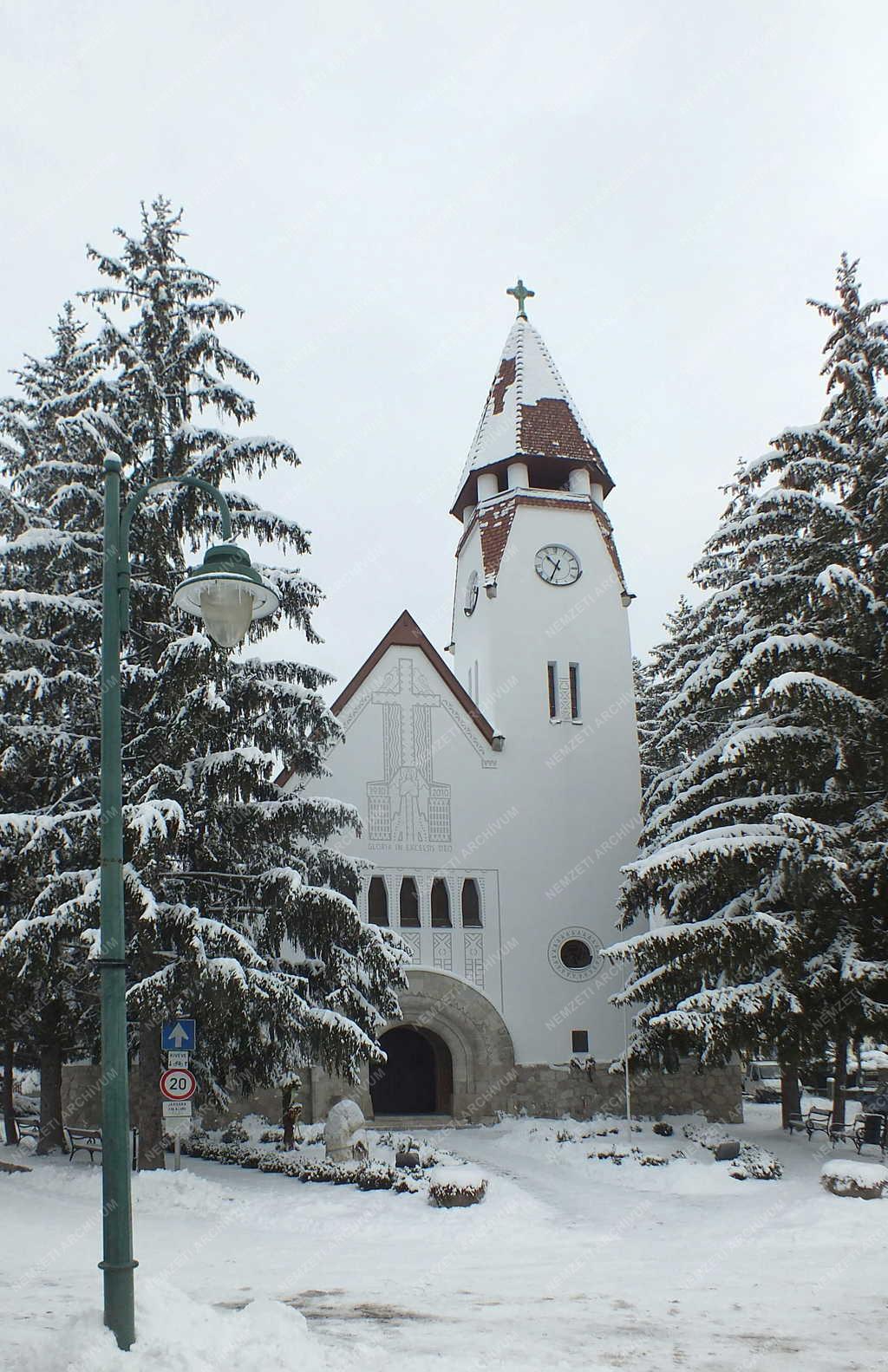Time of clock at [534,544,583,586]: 10:34
